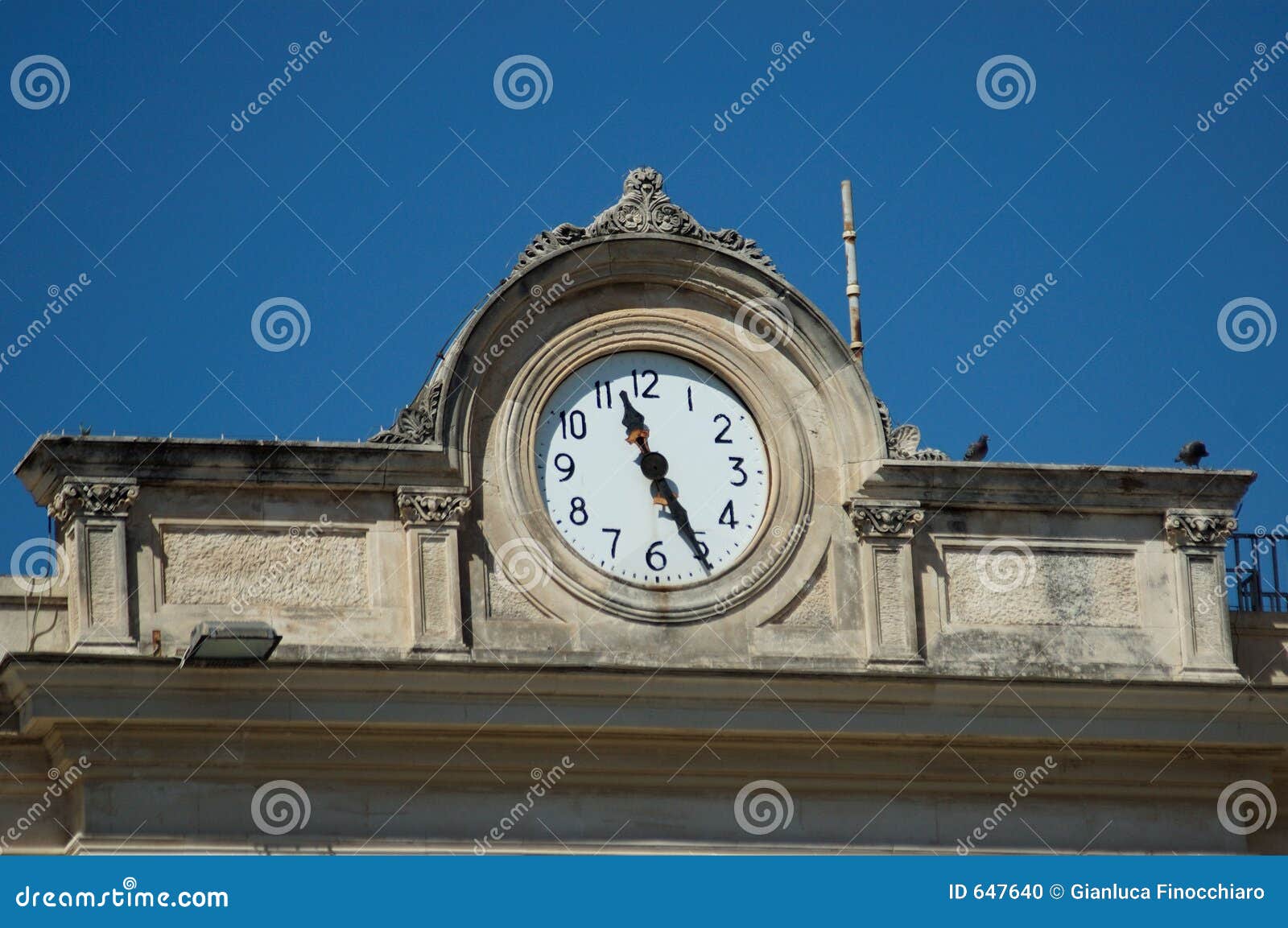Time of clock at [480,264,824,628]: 11:25
